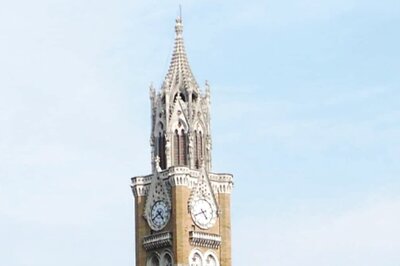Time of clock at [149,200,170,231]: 4:40
